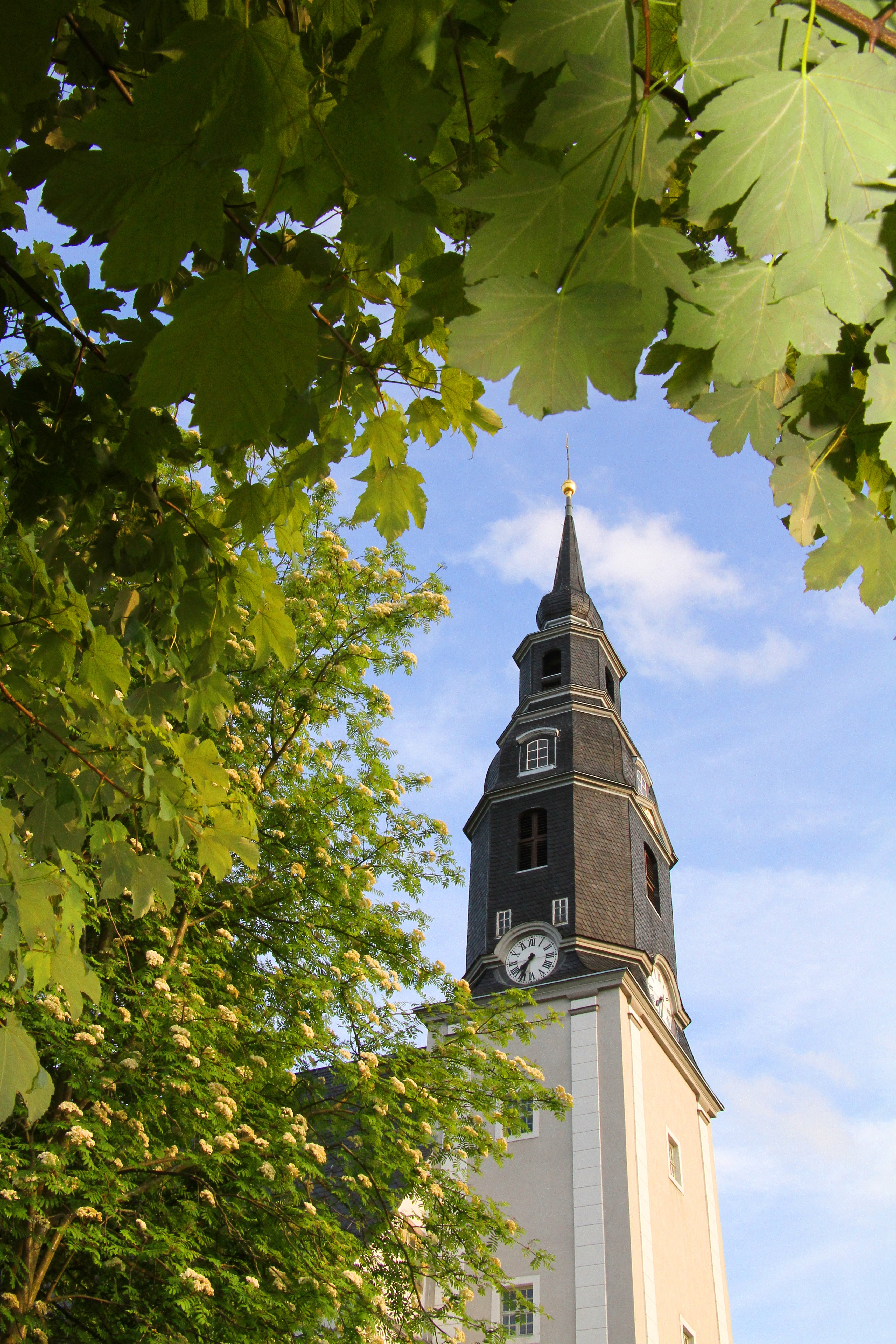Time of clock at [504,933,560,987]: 7:34
